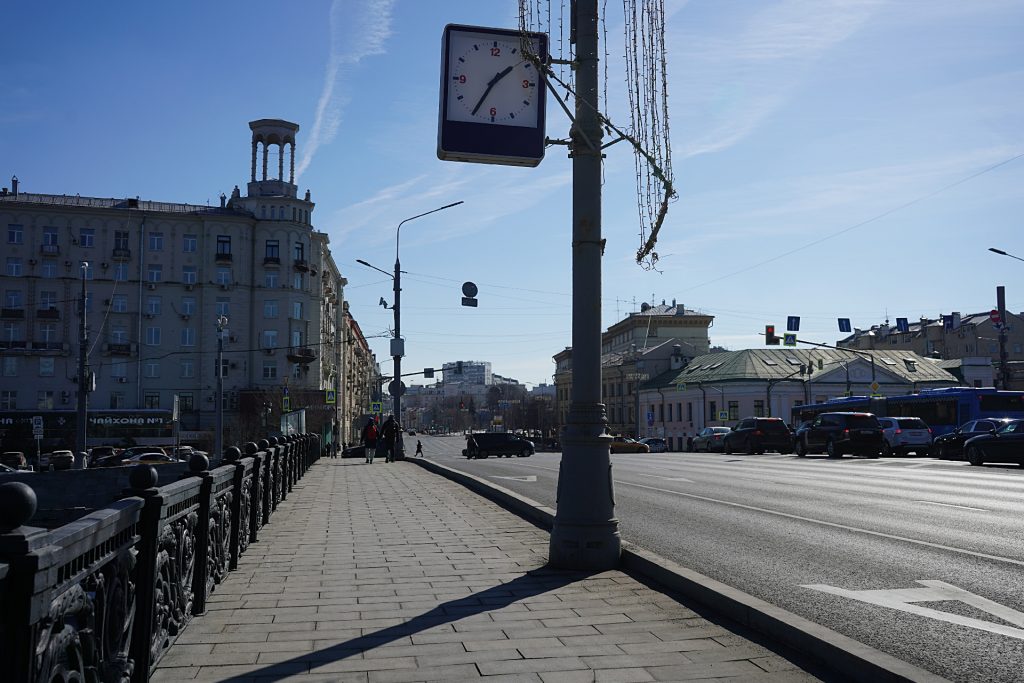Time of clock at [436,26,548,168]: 1:34
